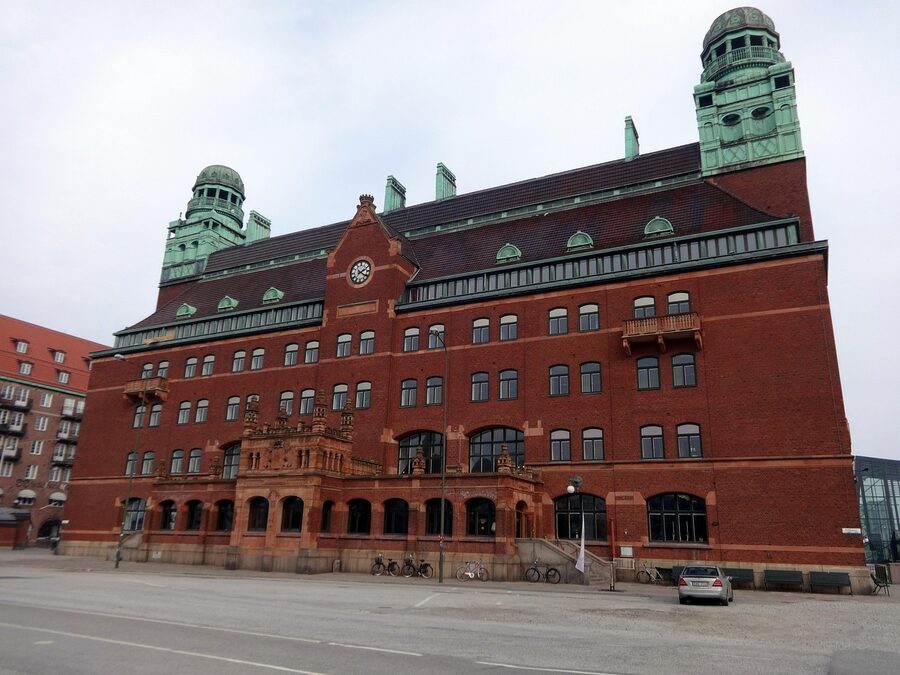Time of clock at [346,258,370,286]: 2:21
